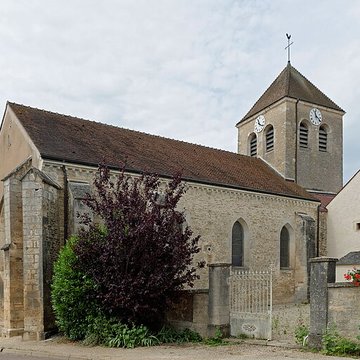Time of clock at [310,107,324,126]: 11:22
